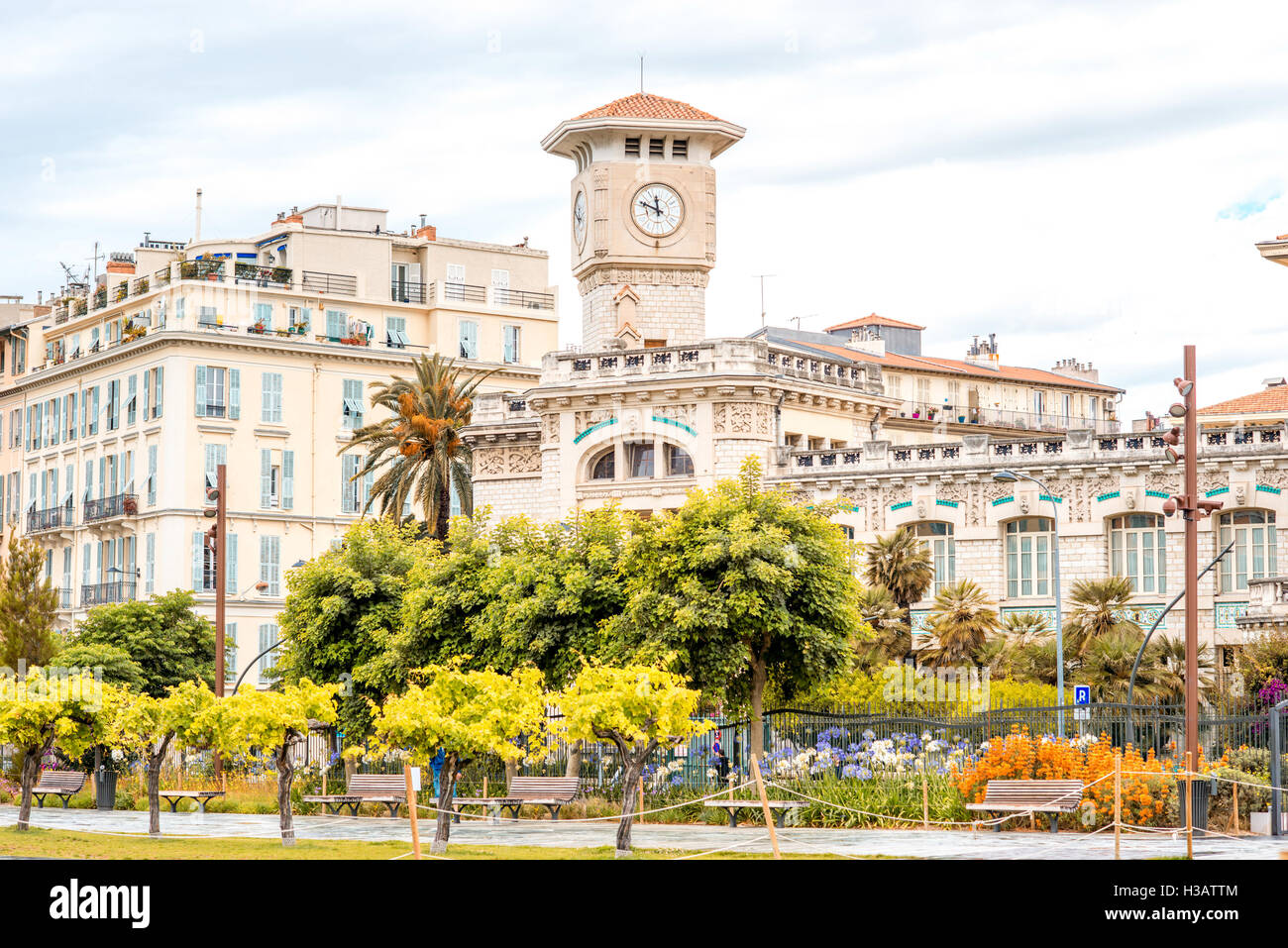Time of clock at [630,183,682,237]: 11:48
